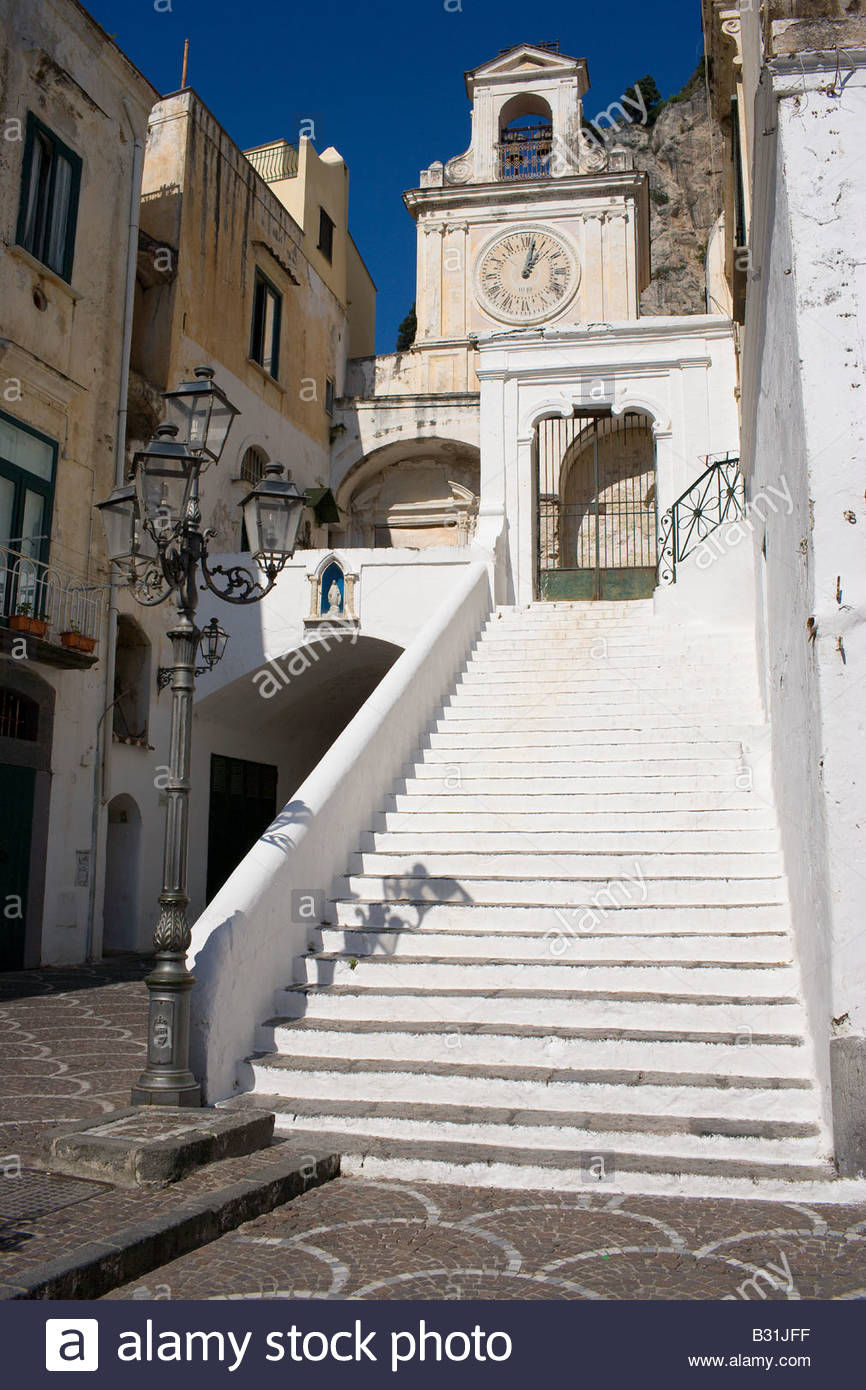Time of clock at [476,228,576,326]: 1:02
